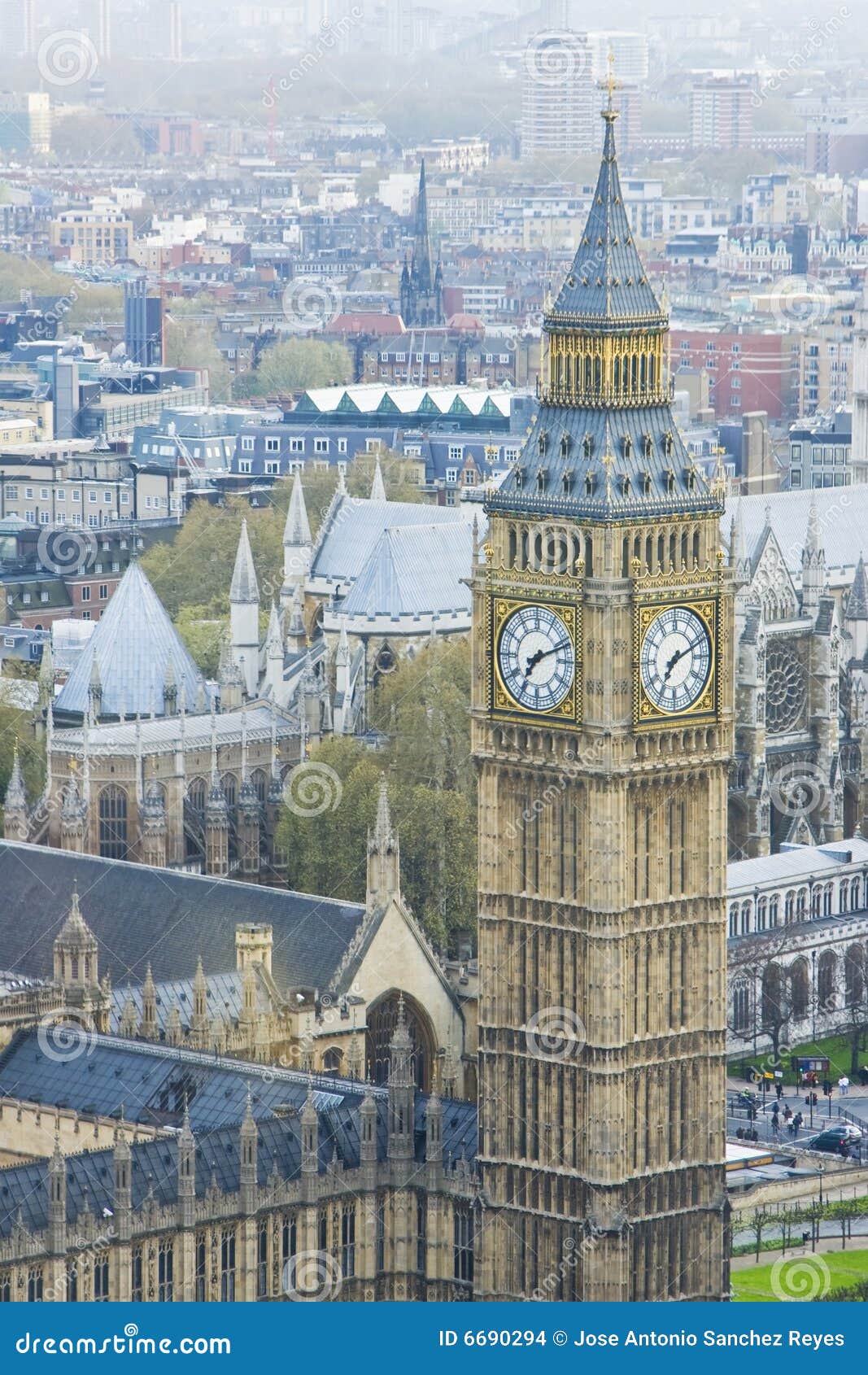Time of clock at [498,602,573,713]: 7:11
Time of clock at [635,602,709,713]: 7:11
